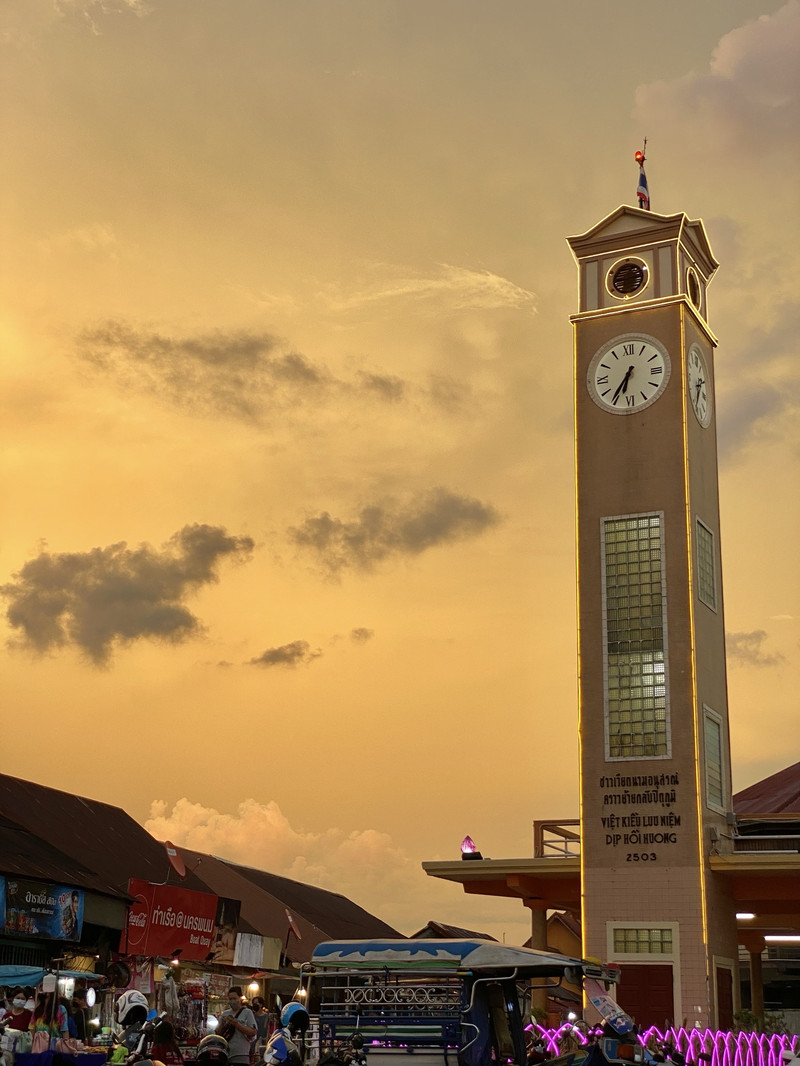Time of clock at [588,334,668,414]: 6:35
